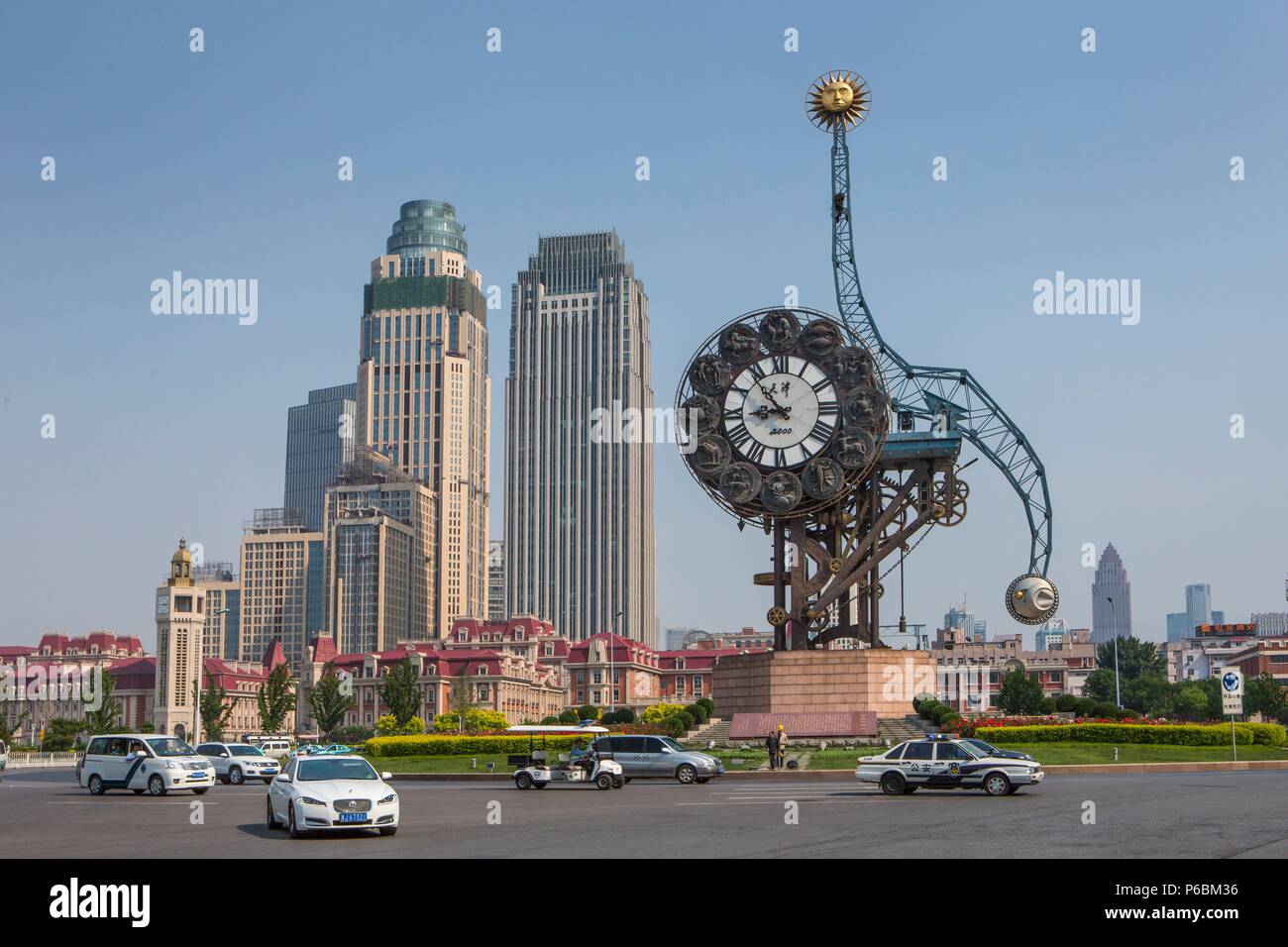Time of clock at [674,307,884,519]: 8:53
